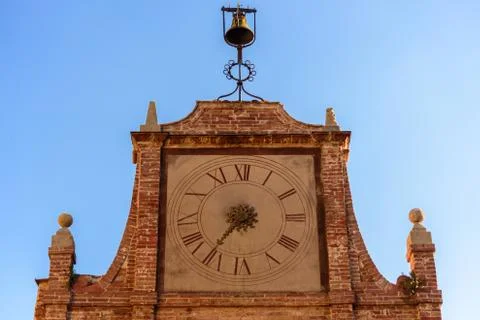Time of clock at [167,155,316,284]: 7:36
